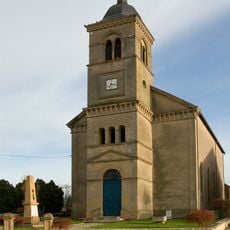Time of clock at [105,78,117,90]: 7:17
